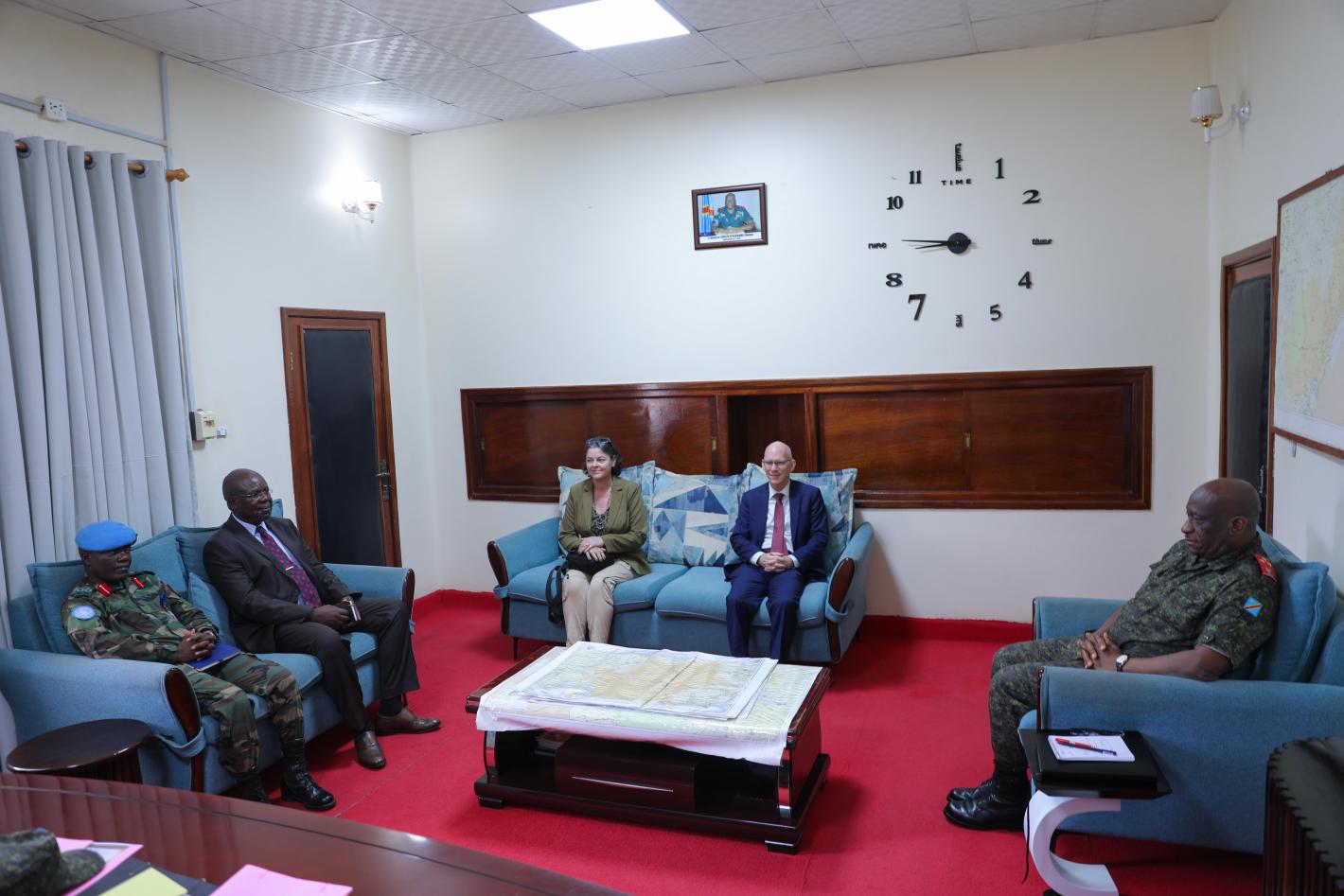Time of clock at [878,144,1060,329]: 8:45
